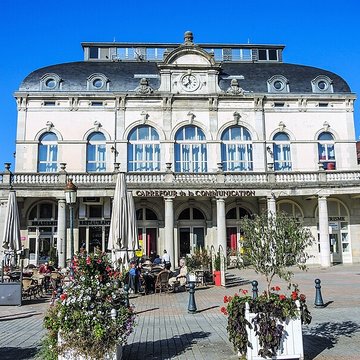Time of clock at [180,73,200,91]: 11:37
